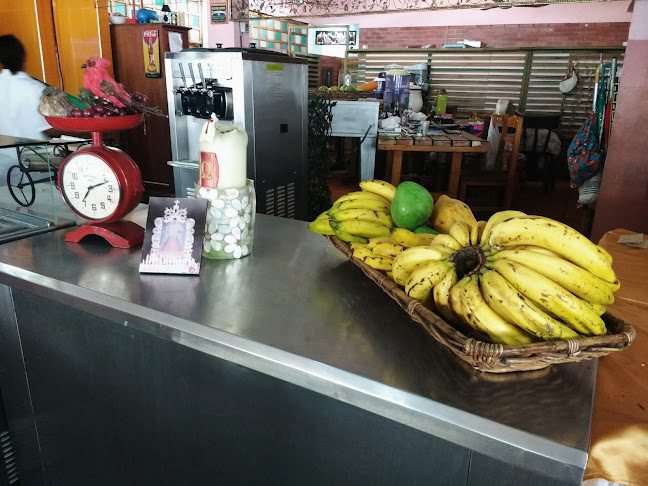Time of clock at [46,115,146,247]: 7:11
